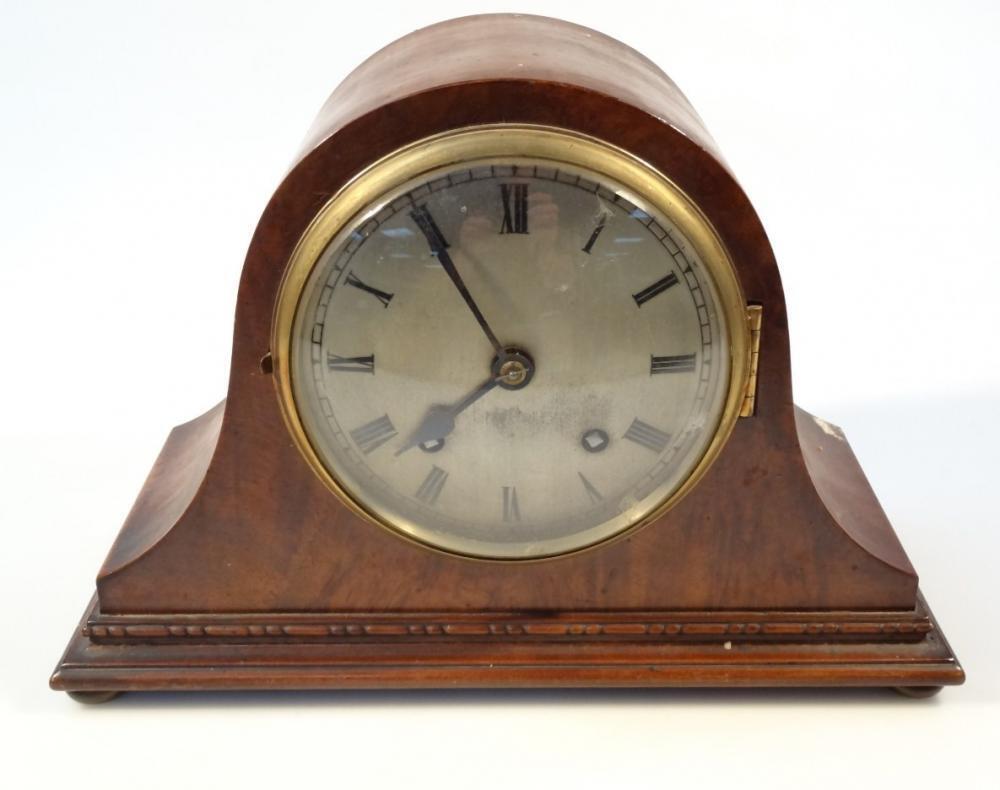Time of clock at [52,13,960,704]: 7:55
